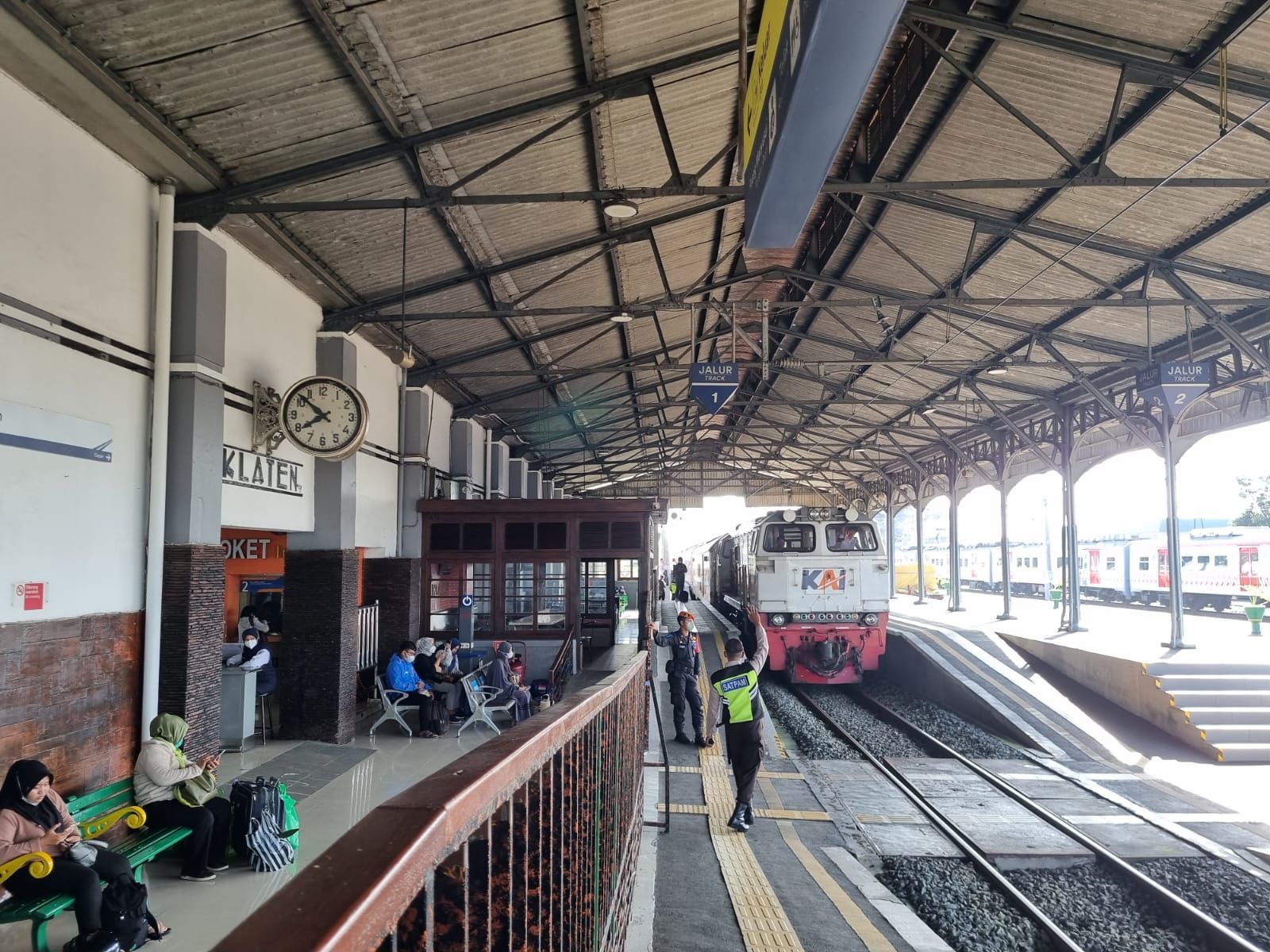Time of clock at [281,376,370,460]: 7:52
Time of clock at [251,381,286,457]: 7:52
